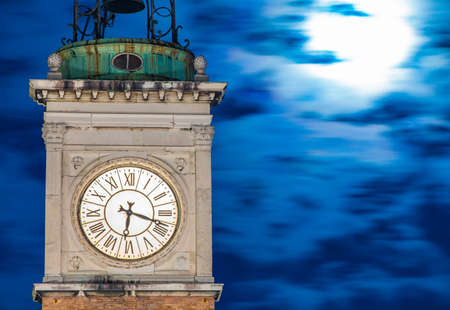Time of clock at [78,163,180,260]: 6:18
